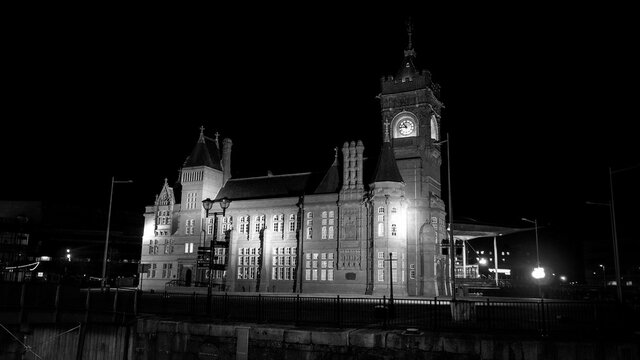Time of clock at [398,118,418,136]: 10:45
